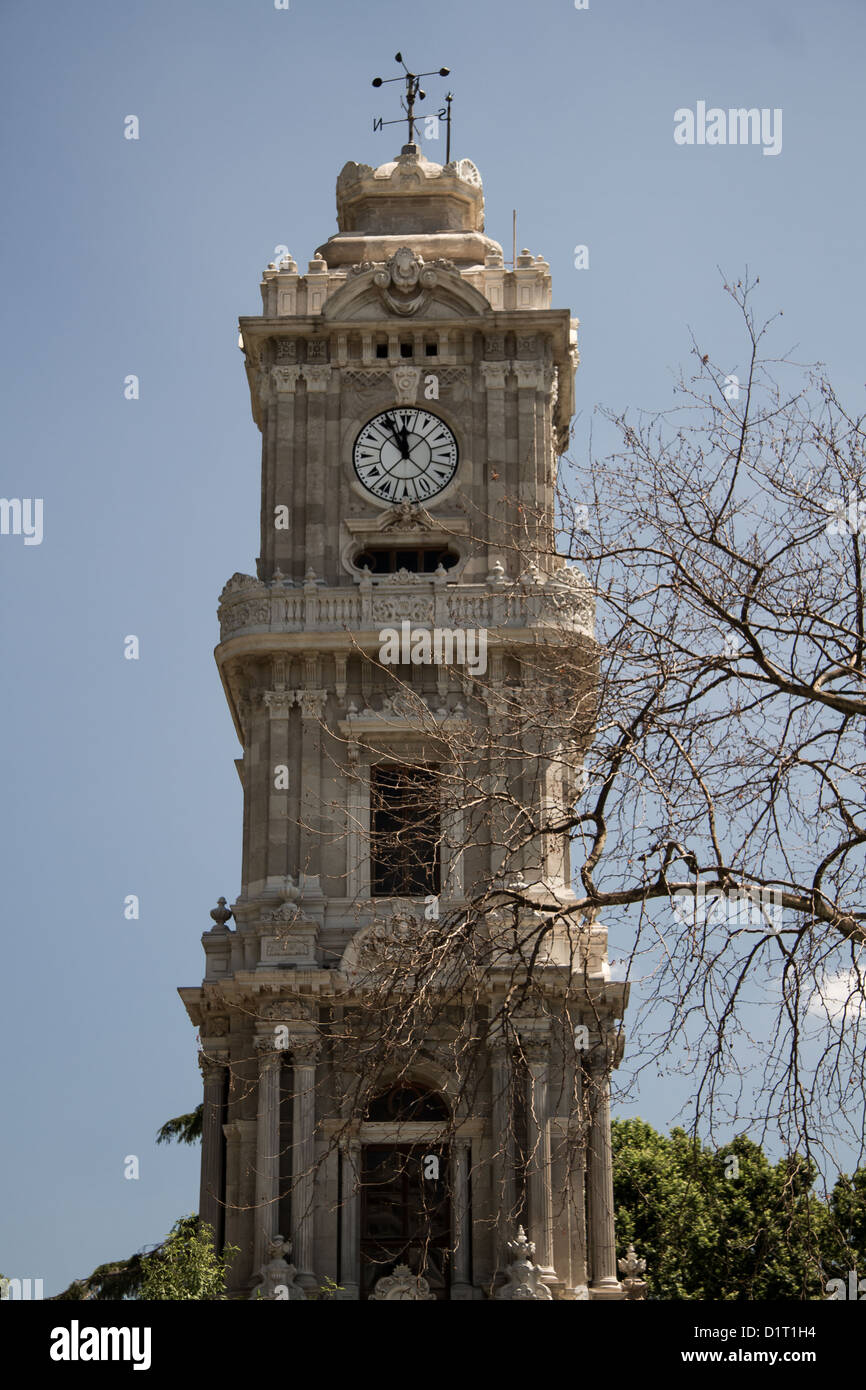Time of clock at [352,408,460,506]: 11:55
